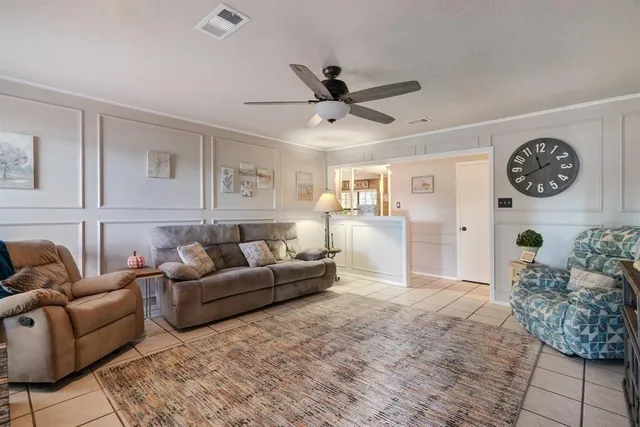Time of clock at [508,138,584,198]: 11:40
